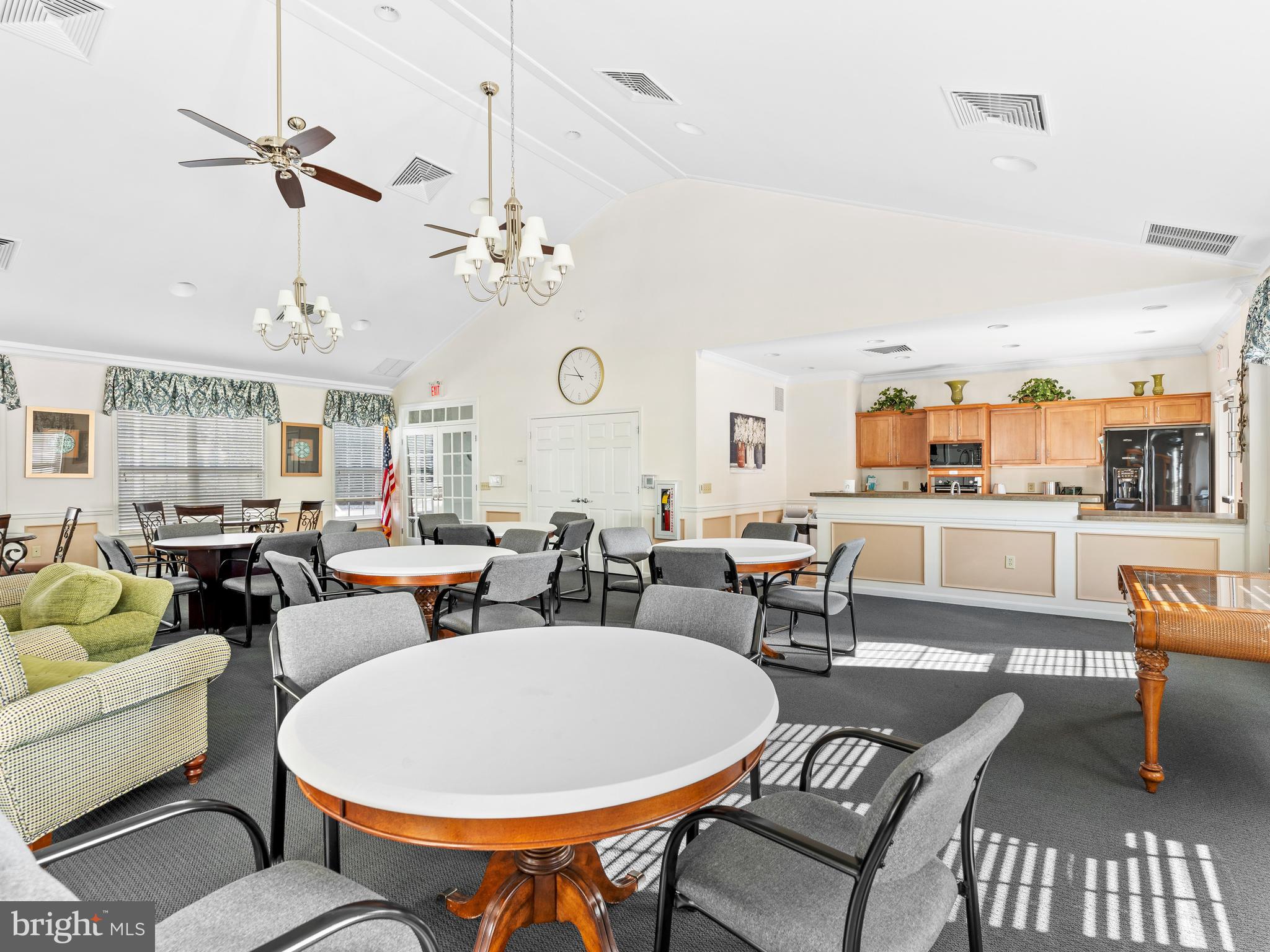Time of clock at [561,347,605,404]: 10:46
